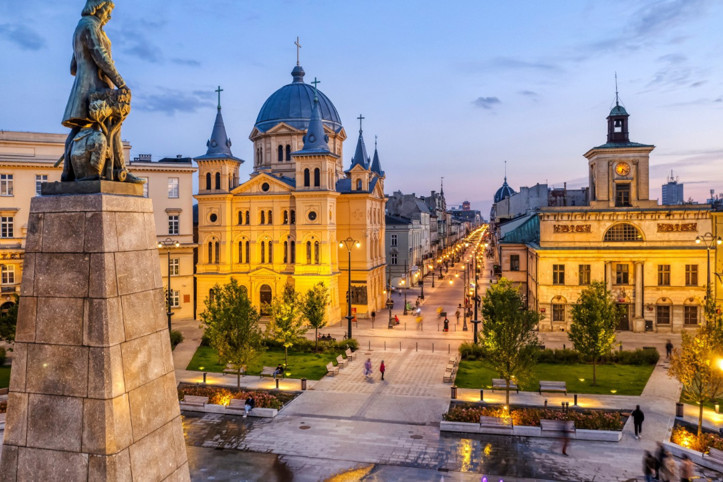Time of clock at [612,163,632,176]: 6:21
